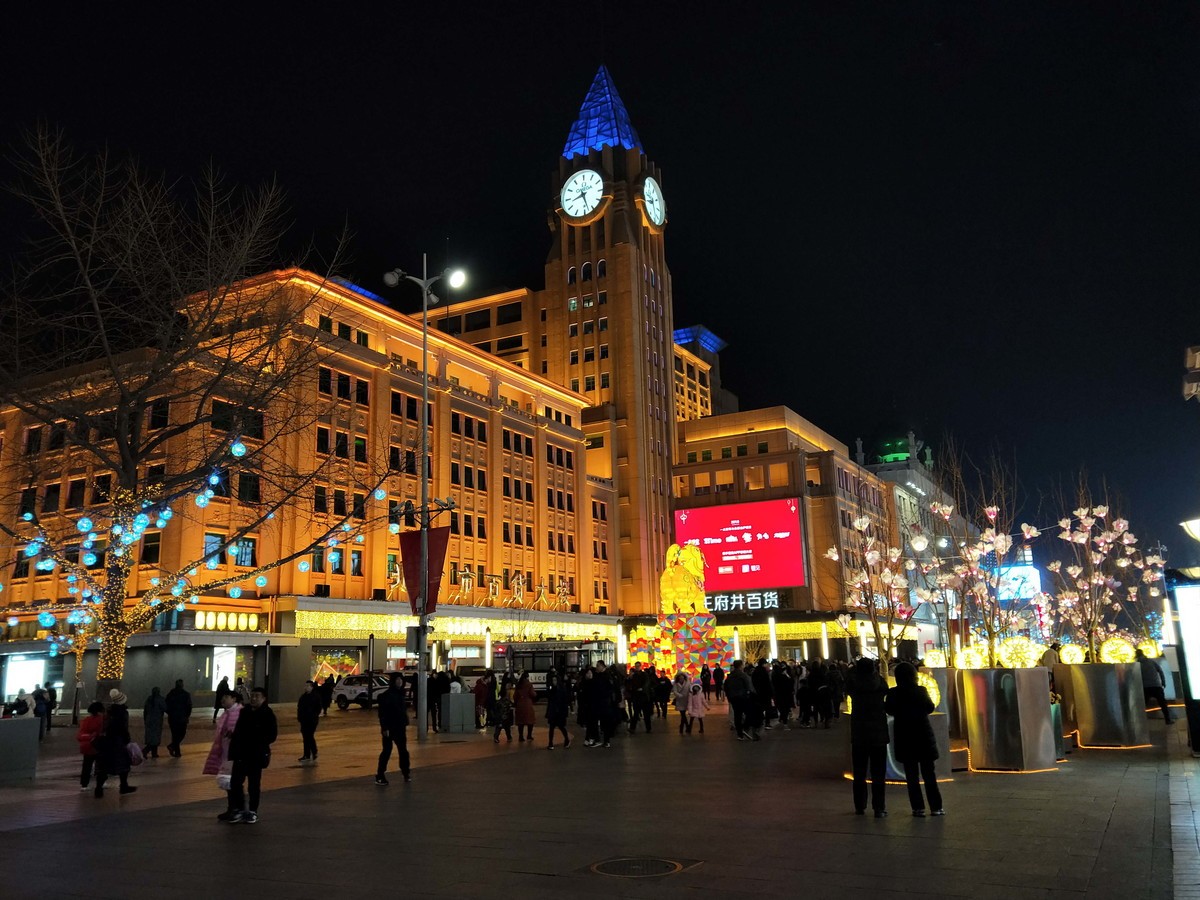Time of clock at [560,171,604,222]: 8:27
